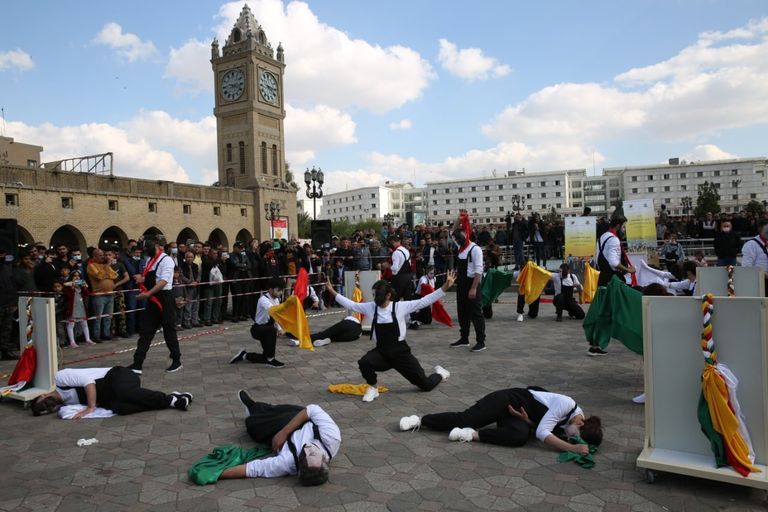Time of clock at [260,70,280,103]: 4:16
